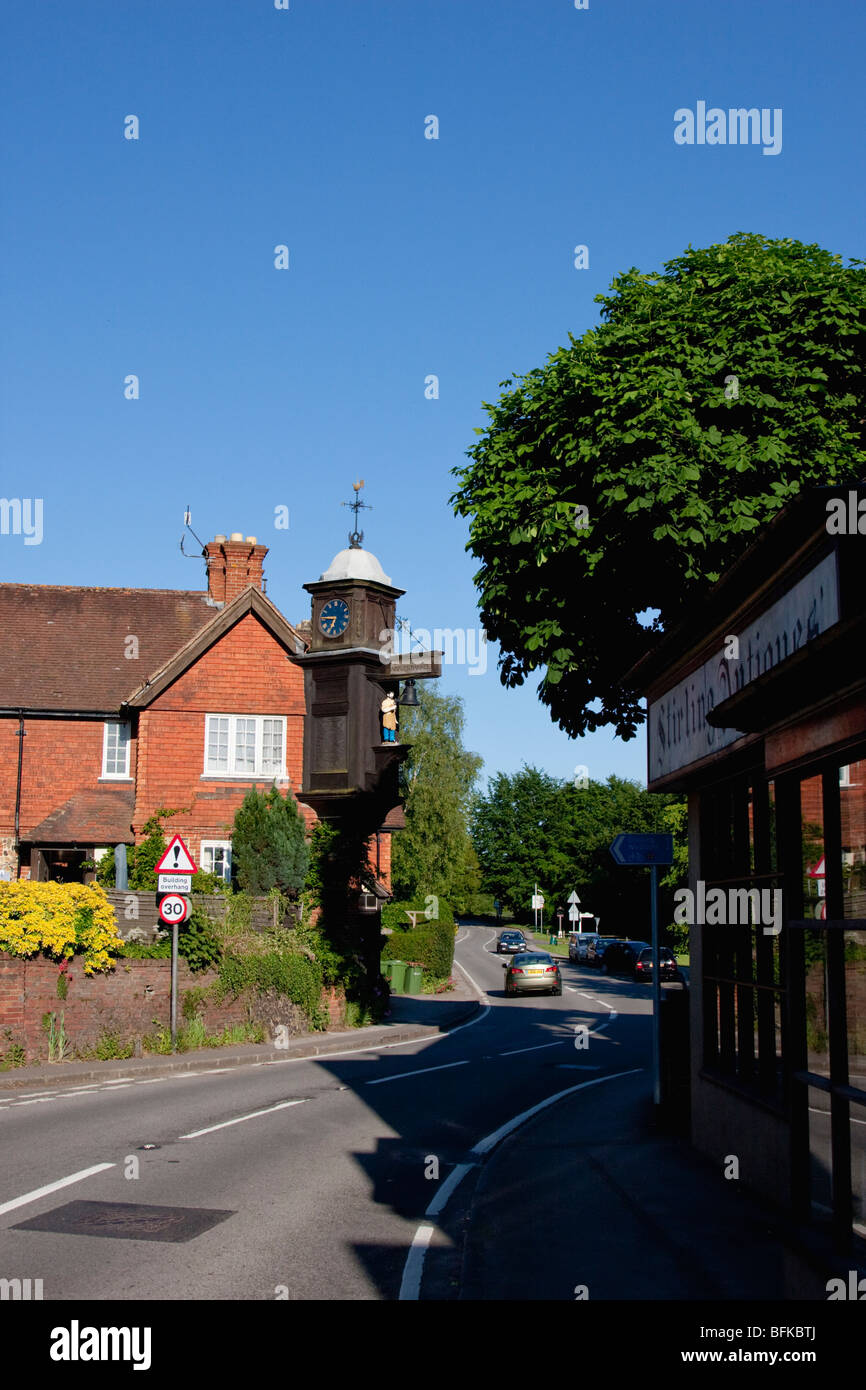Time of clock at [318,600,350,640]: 6:46
